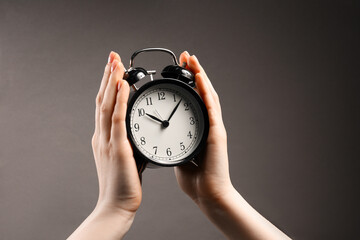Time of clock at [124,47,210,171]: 10:07
